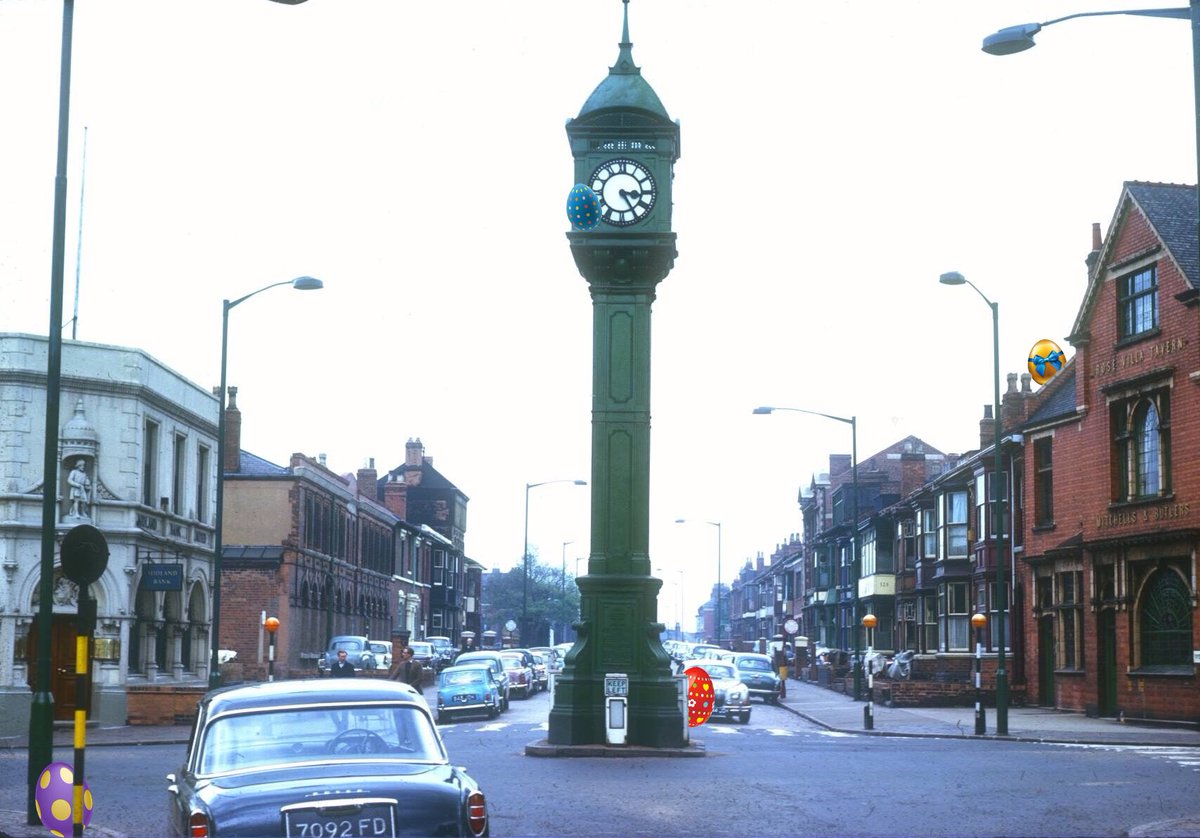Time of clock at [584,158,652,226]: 3:24
